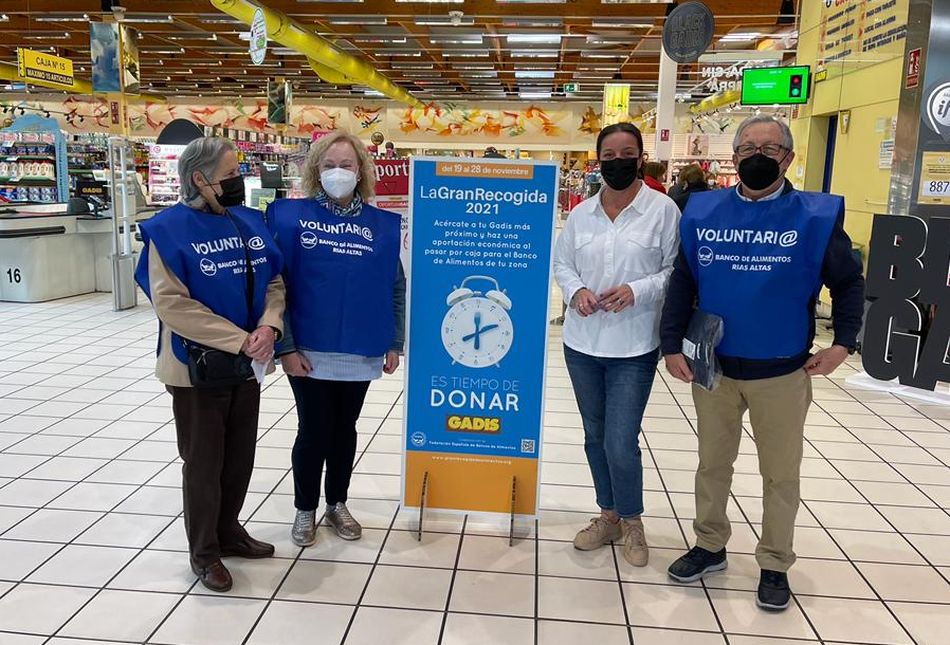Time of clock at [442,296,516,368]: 12:11
